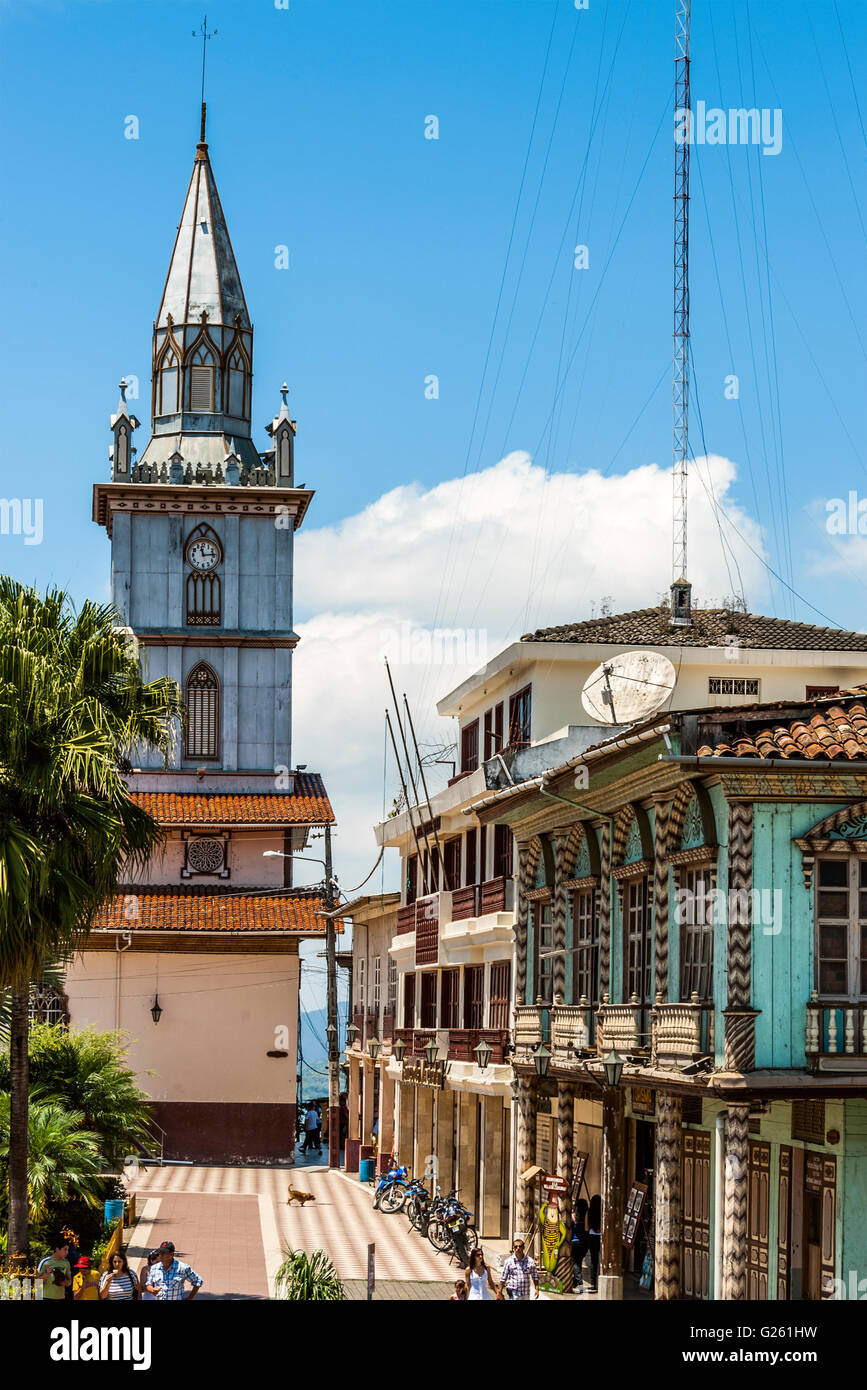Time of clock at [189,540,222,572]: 11:14
